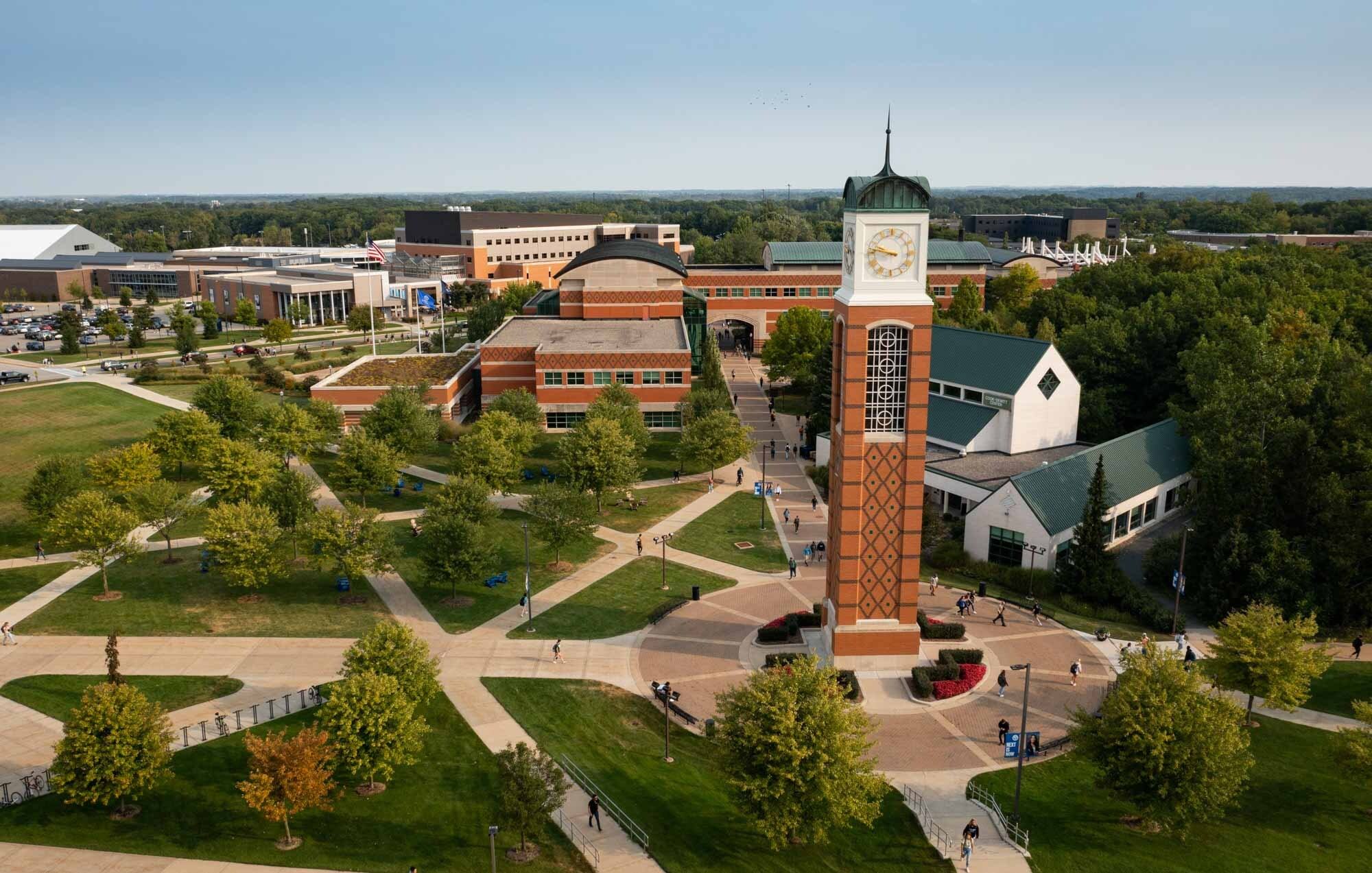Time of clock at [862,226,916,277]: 9:47
